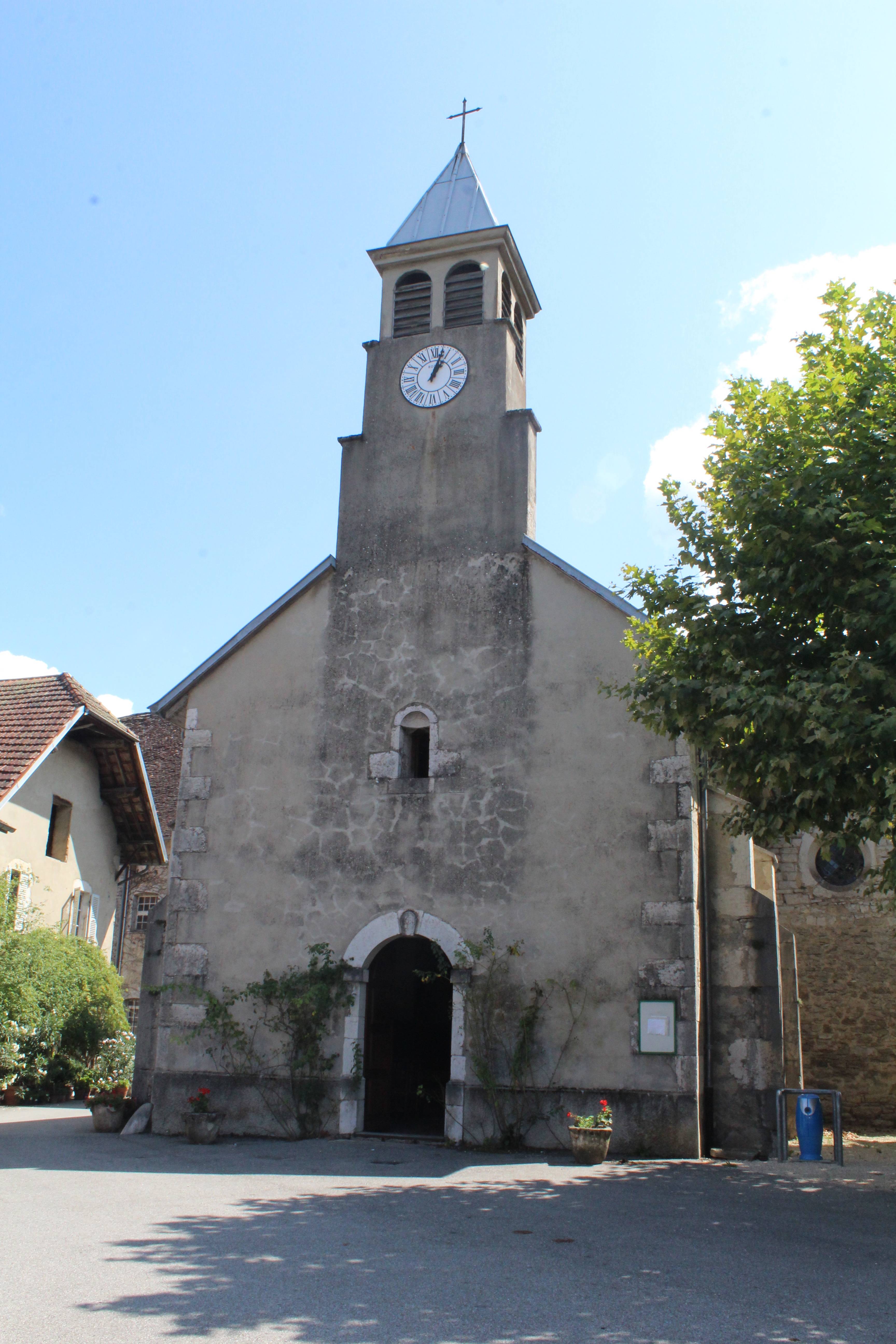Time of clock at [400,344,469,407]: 1:02
